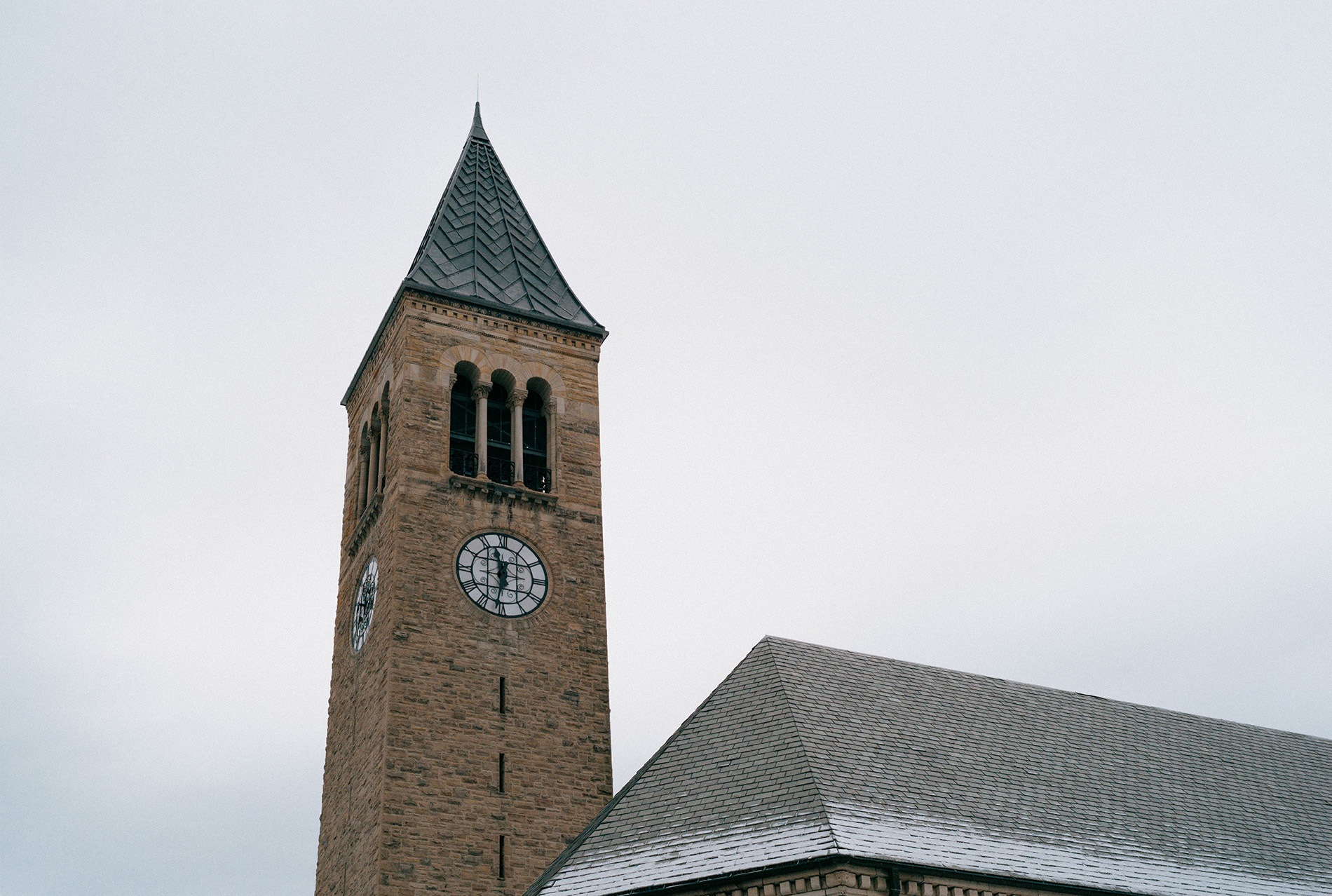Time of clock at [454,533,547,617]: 11:31
